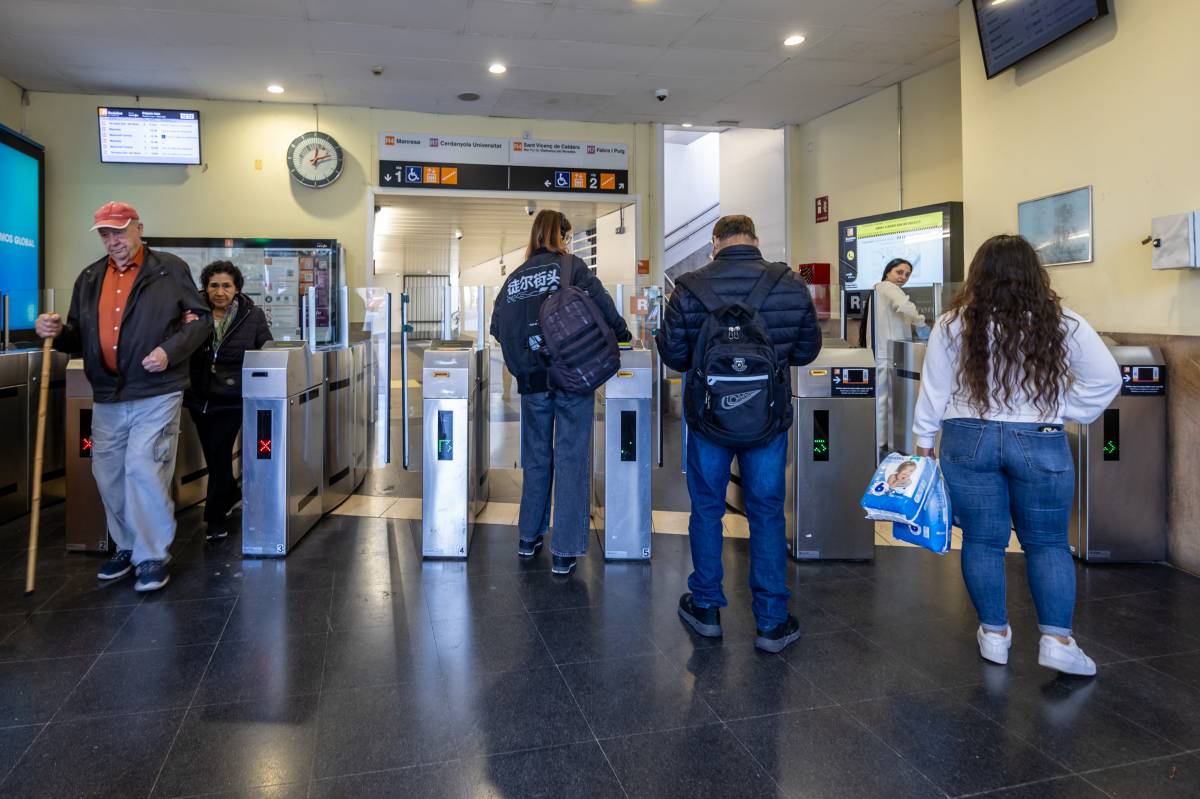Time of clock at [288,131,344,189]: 12:12
